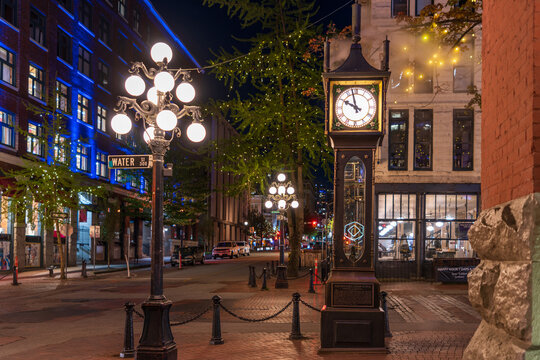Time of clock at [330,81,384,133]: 9:57
